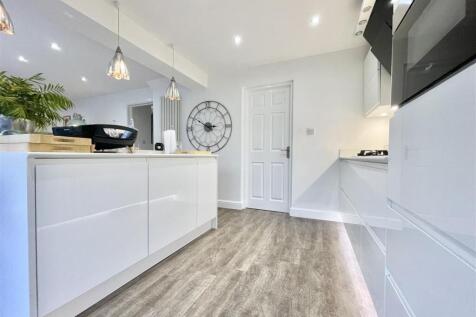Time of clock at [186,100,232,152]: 2:50
